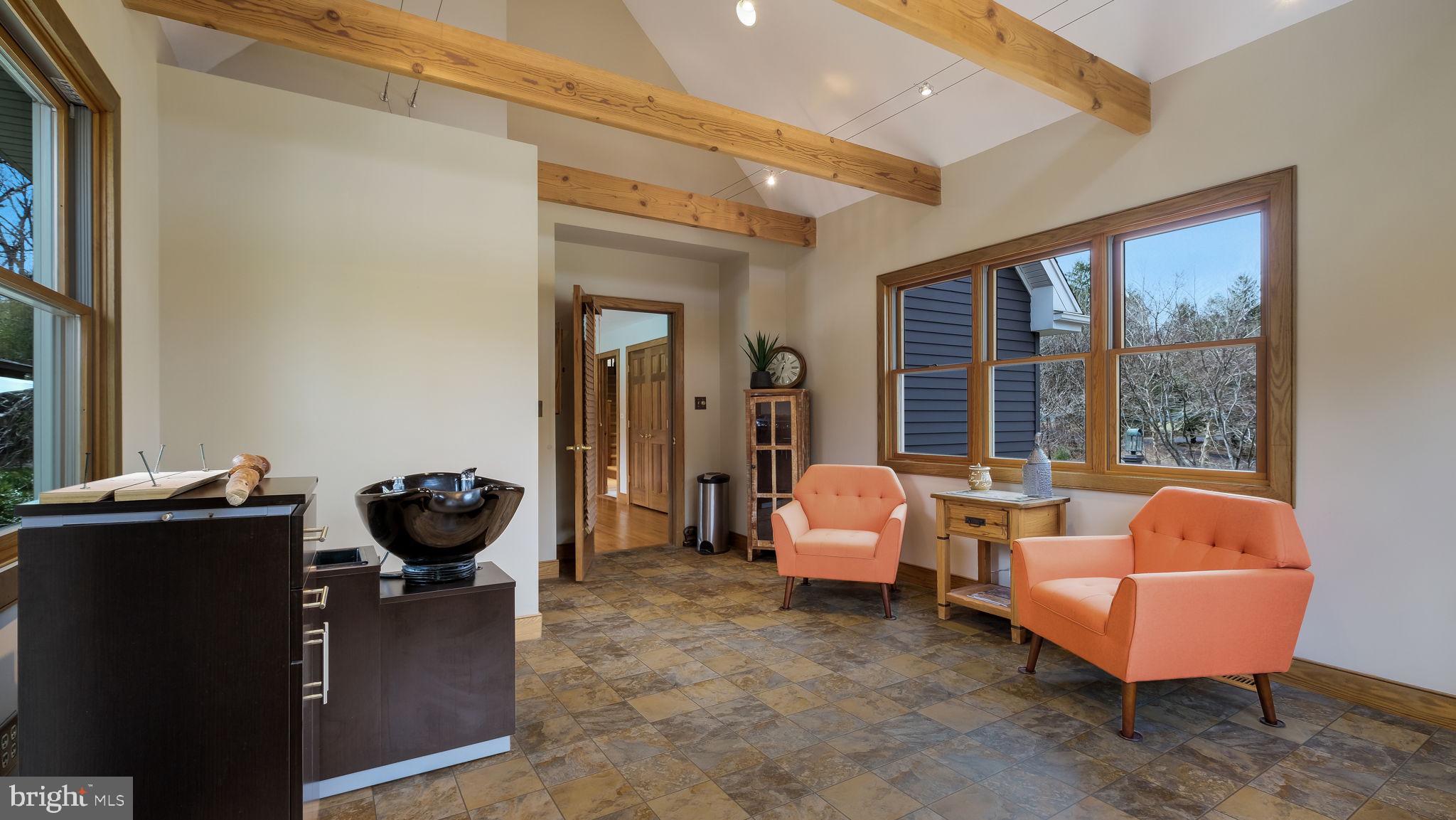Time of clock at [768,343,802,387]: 12:32
